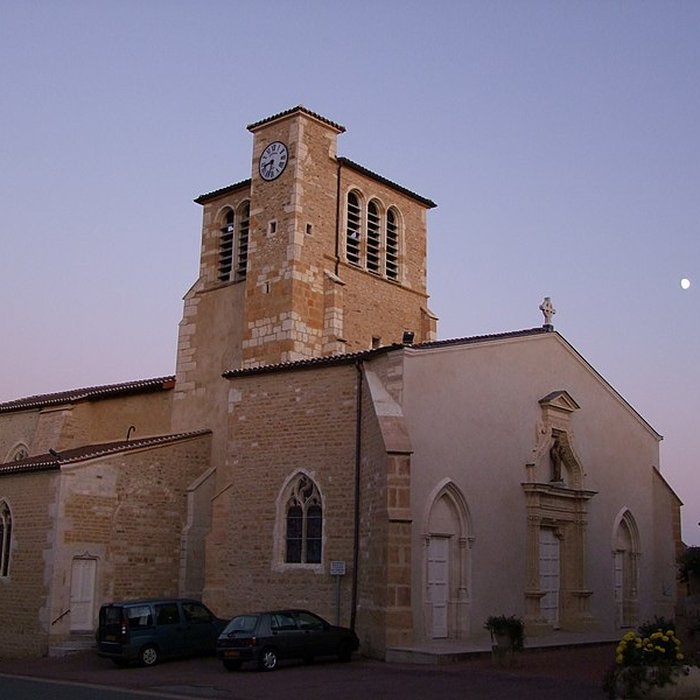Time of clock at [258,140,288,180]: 8:32
